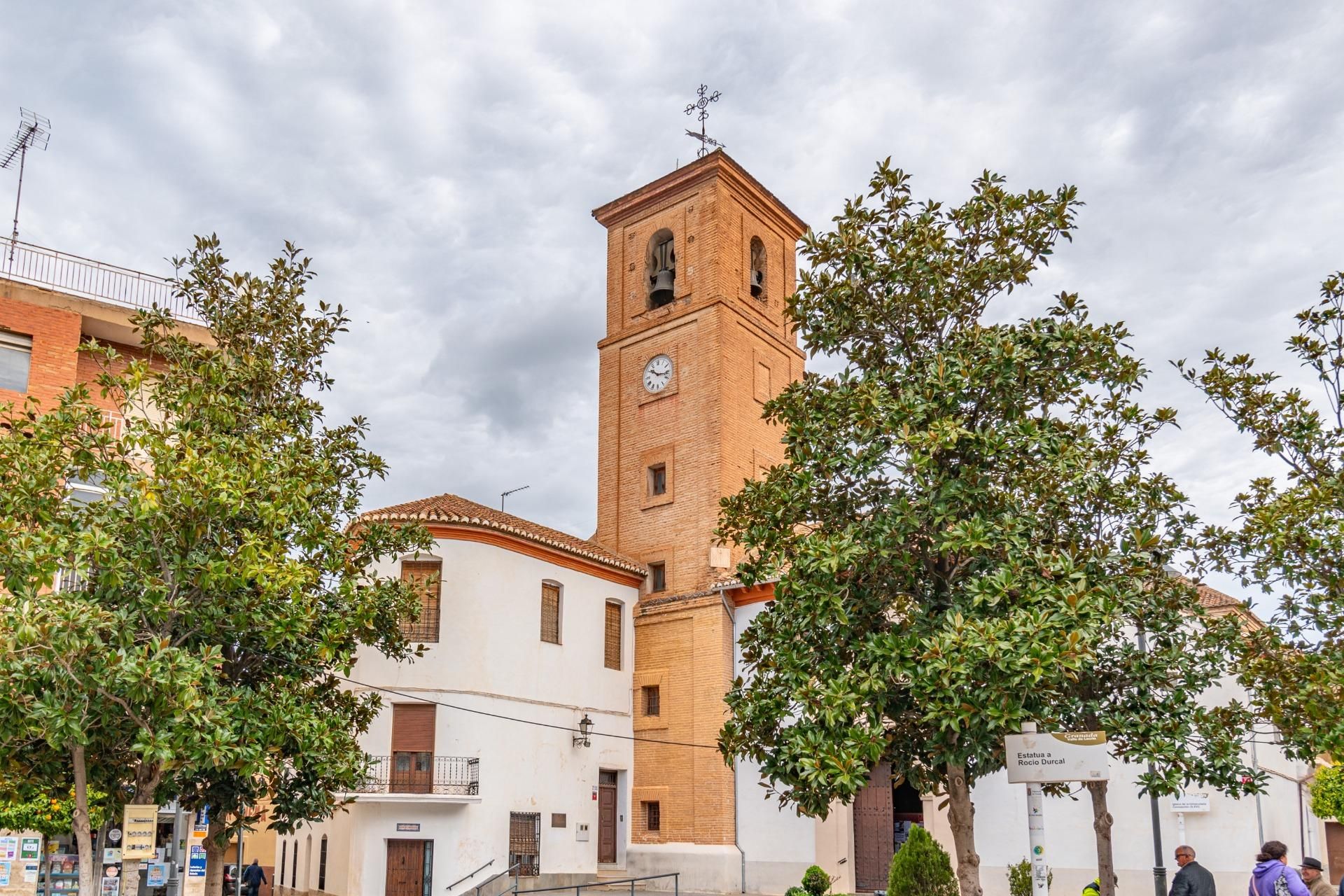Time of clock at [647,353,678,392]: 10:16
